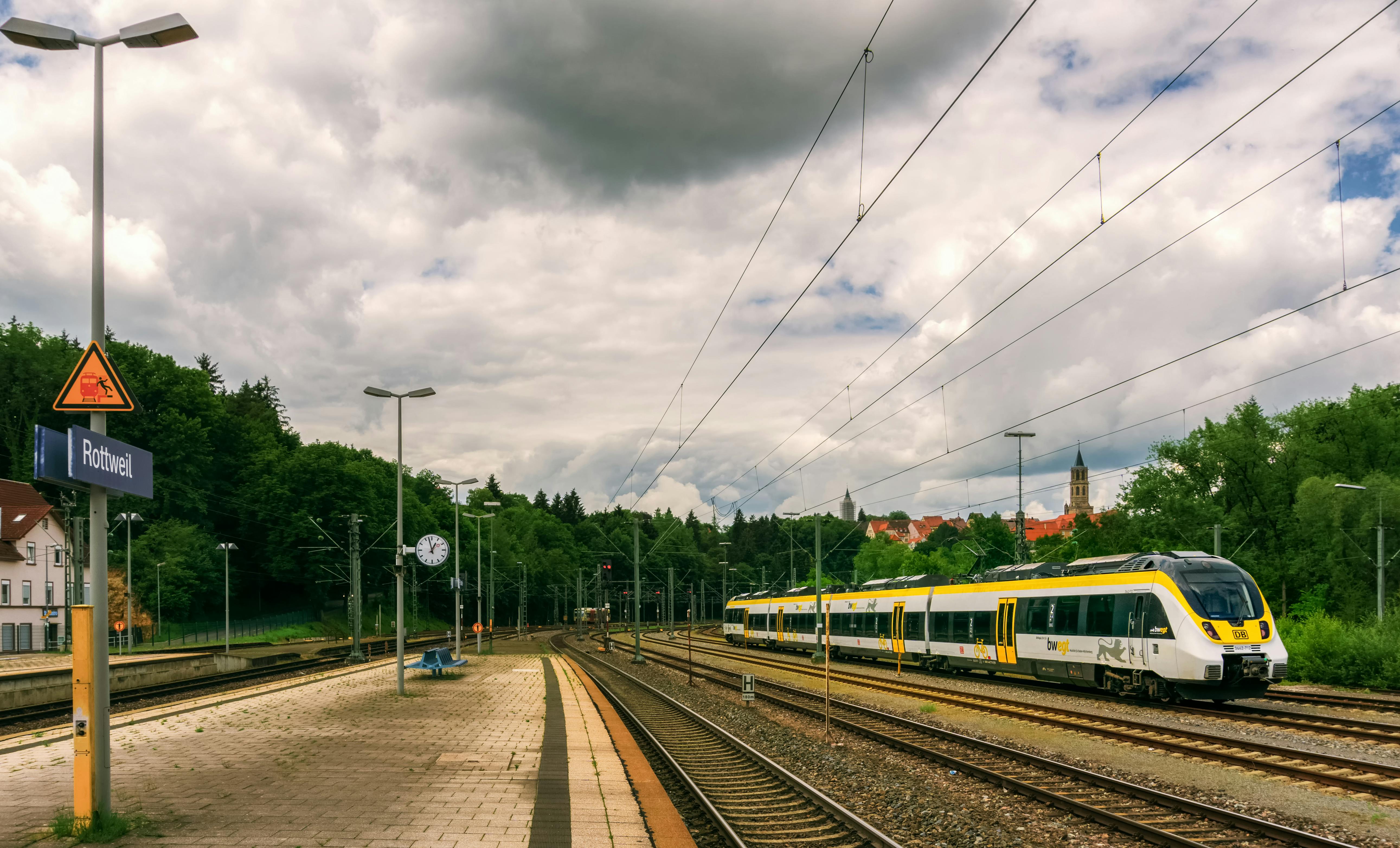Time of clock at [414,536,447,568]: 12:57
